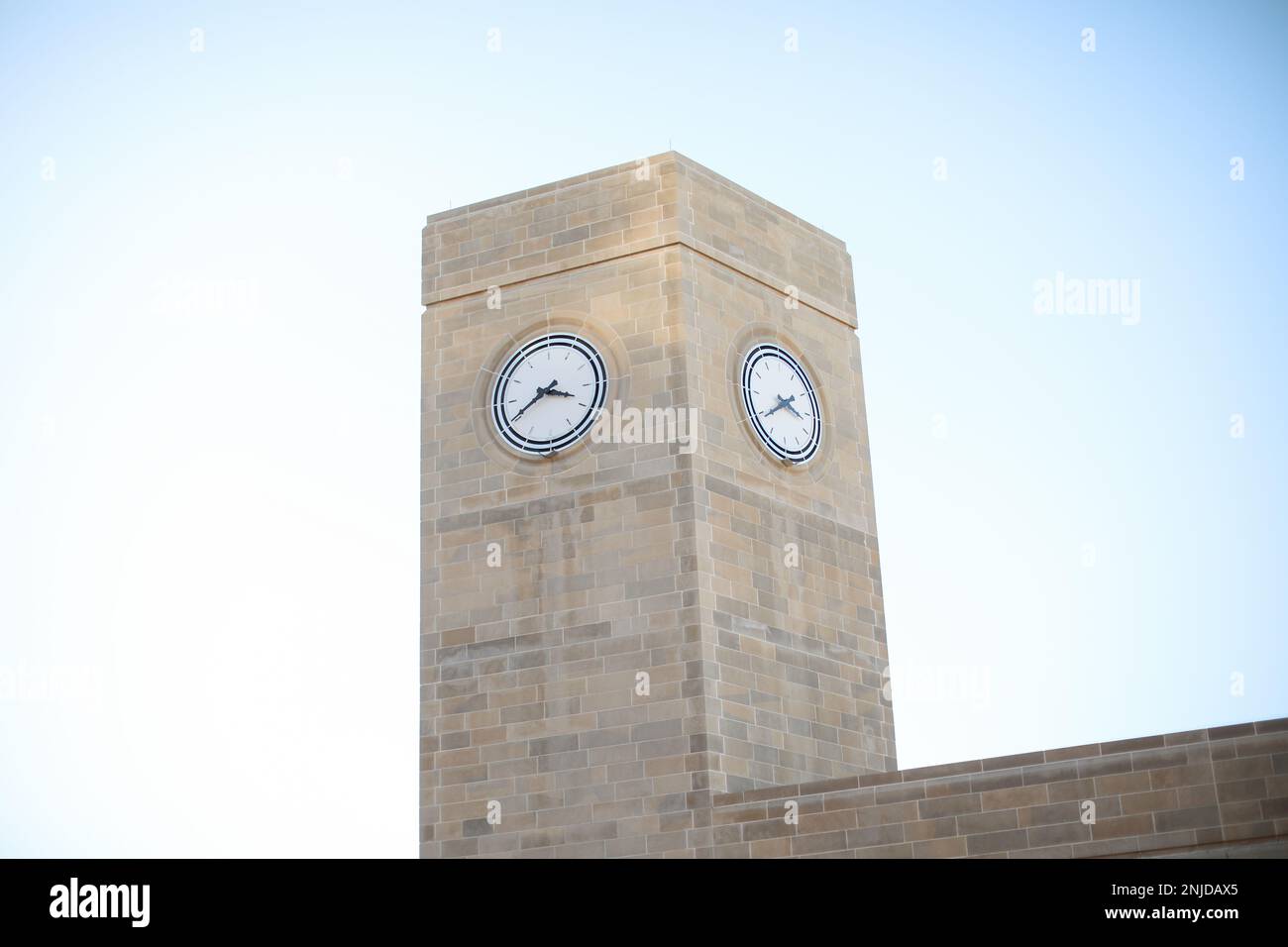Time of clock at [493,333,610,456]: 3:40
